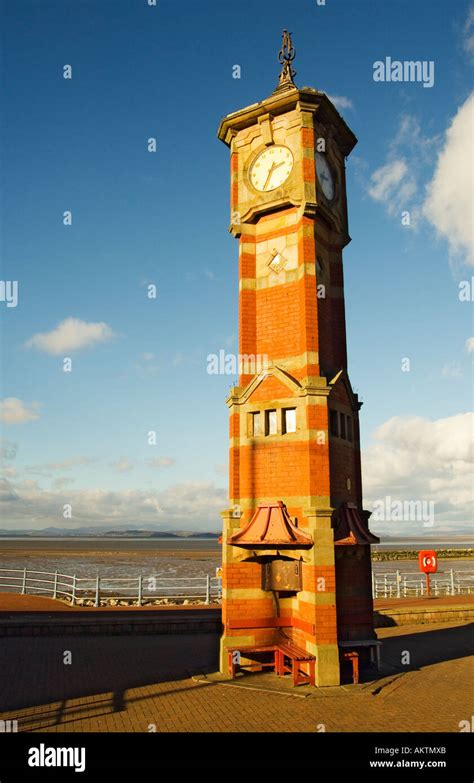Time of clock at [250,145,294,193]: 2:34
